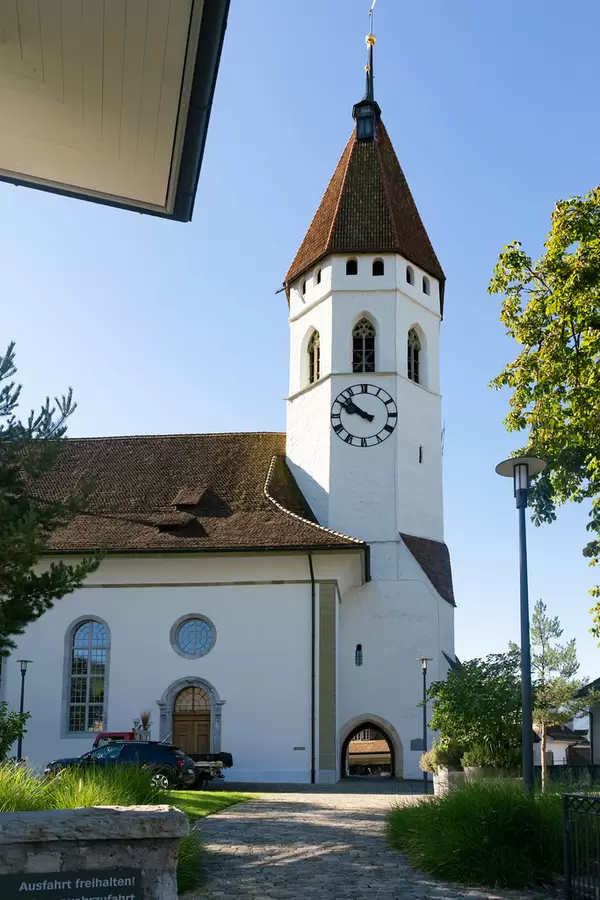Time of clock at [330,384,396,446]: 9:51
